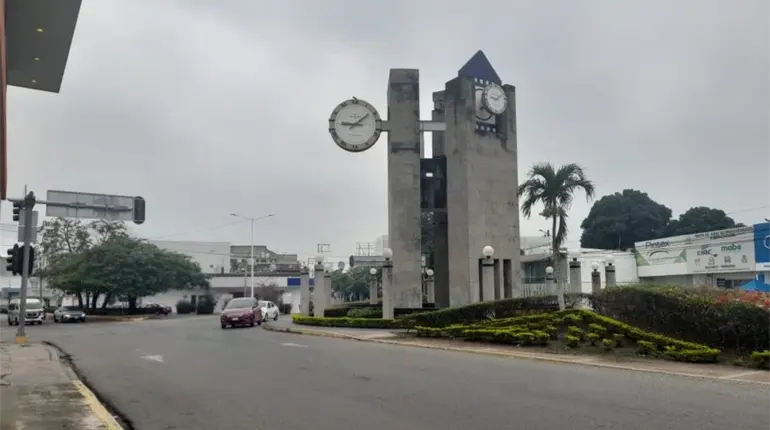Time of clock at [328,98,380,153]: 9:08
